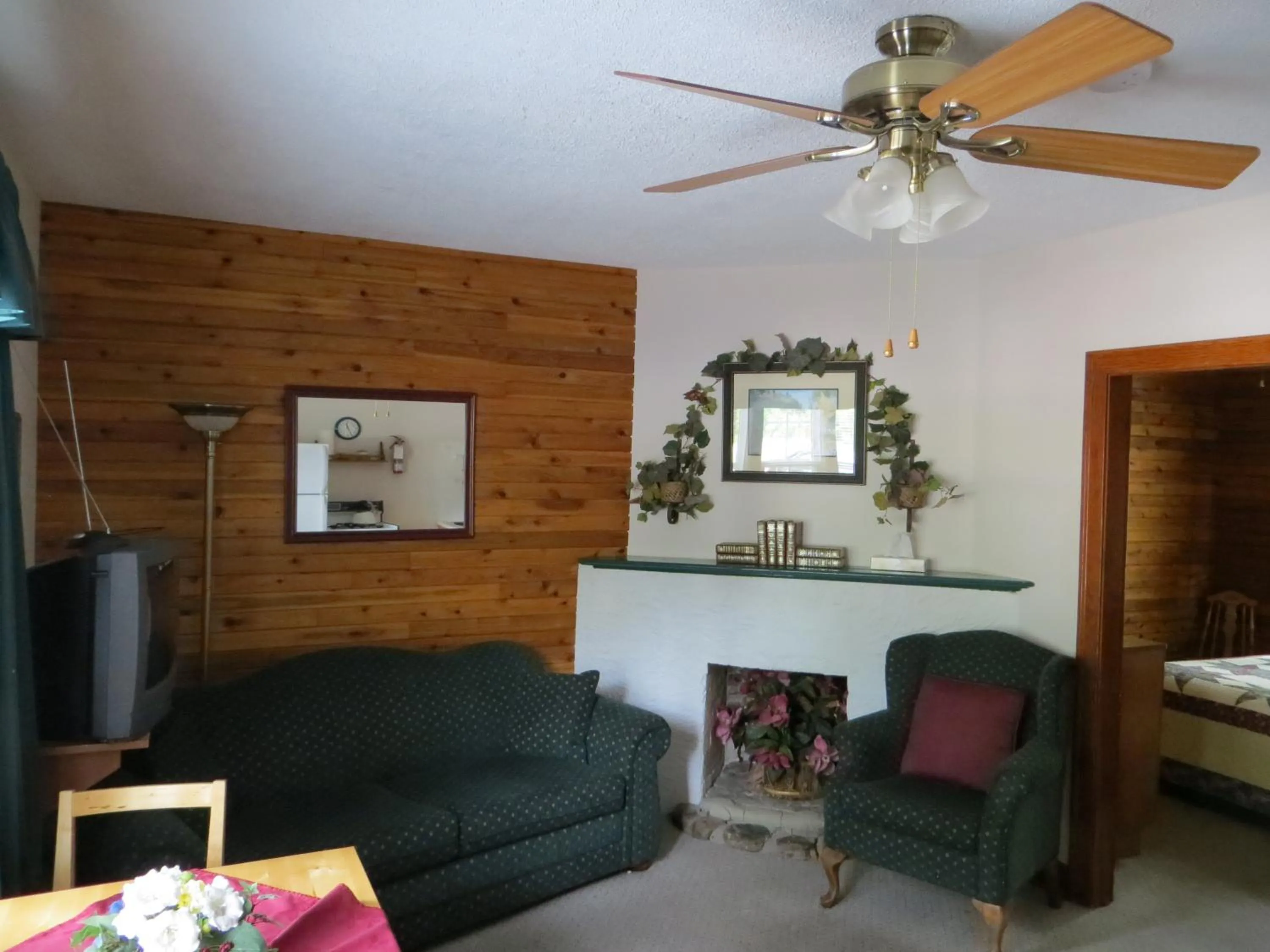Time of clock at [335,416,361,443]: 11:25
